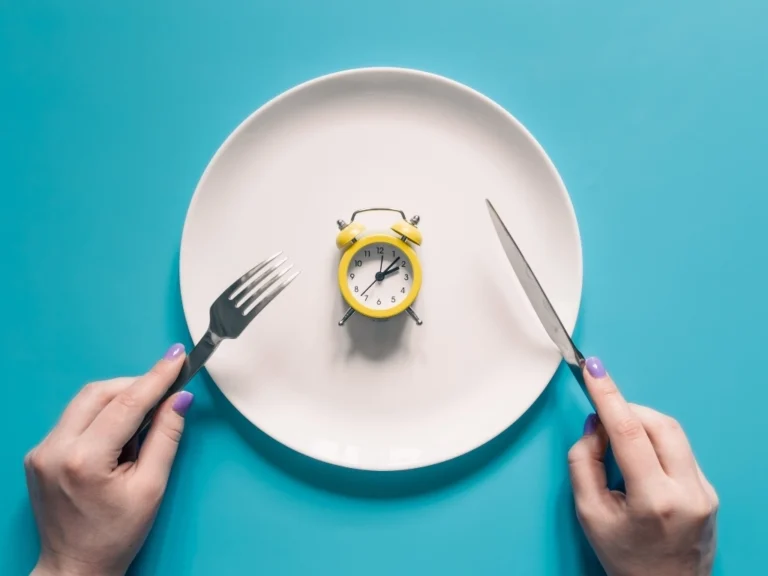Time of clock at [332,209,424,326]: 2:07
